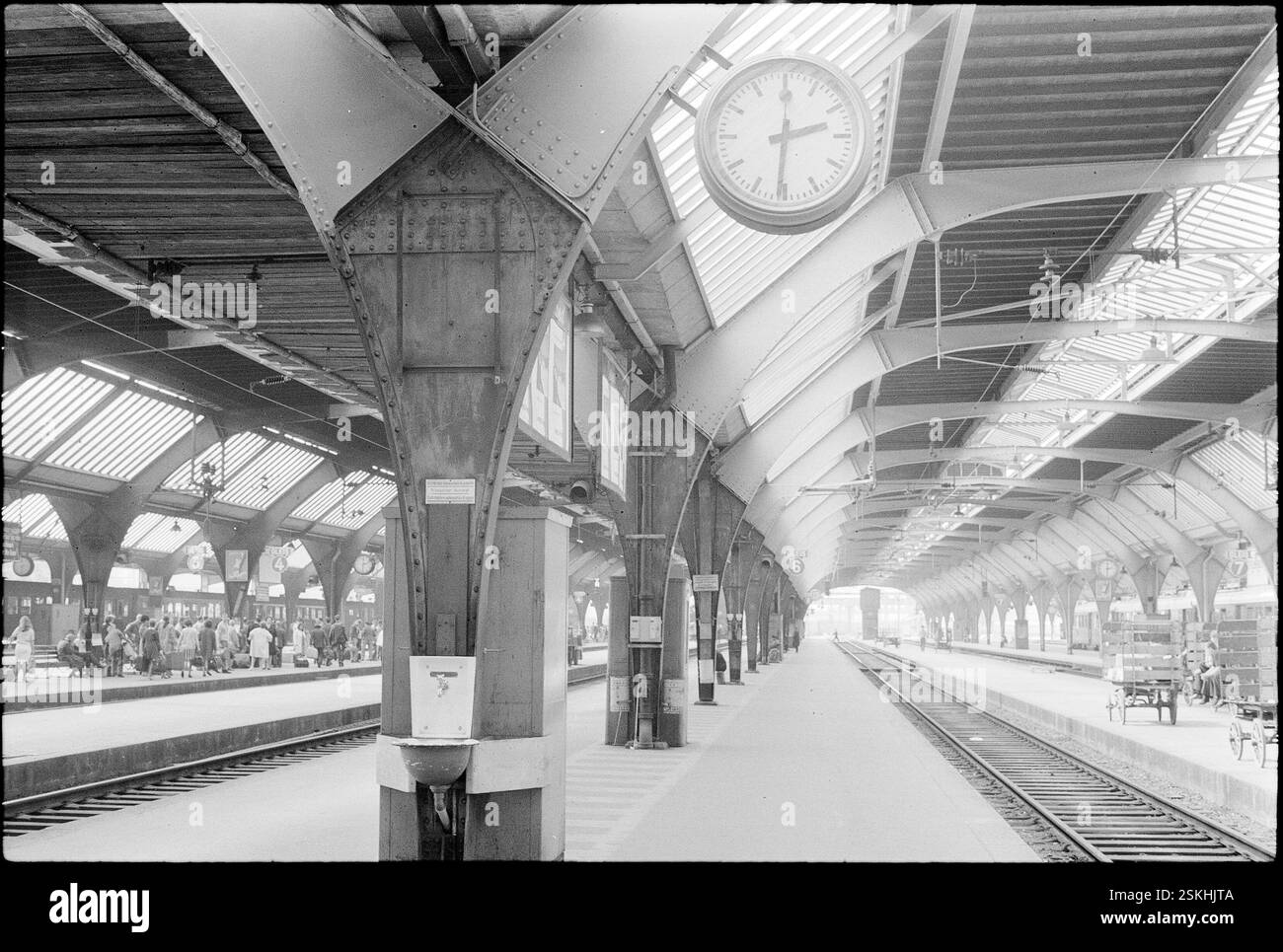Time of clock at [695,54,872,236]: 2:30
